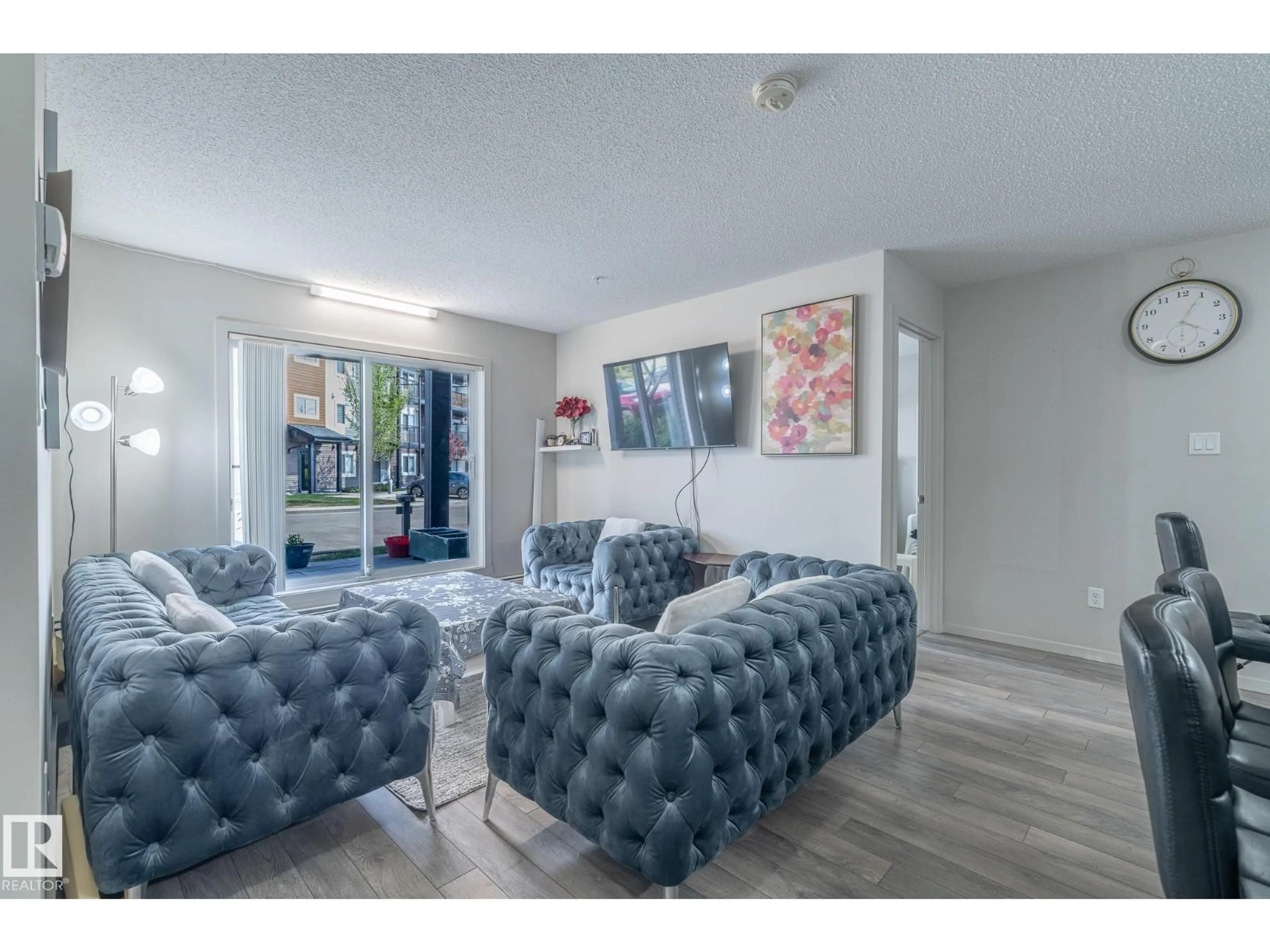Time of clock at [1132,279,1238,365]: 4:05
